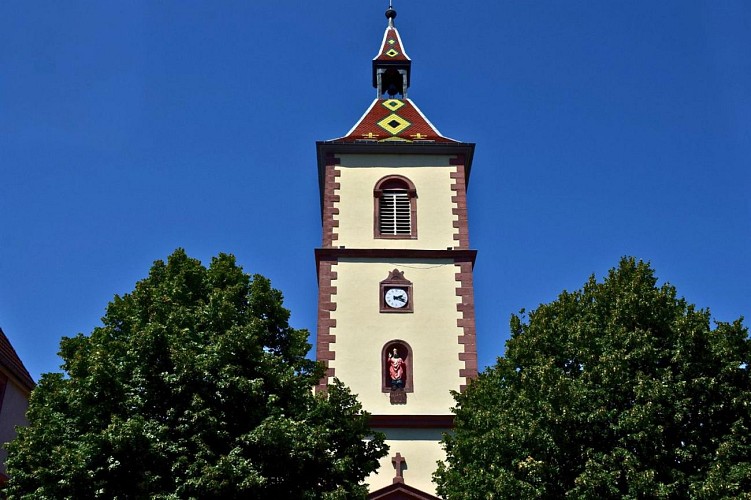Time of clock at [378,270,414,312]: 2:19
